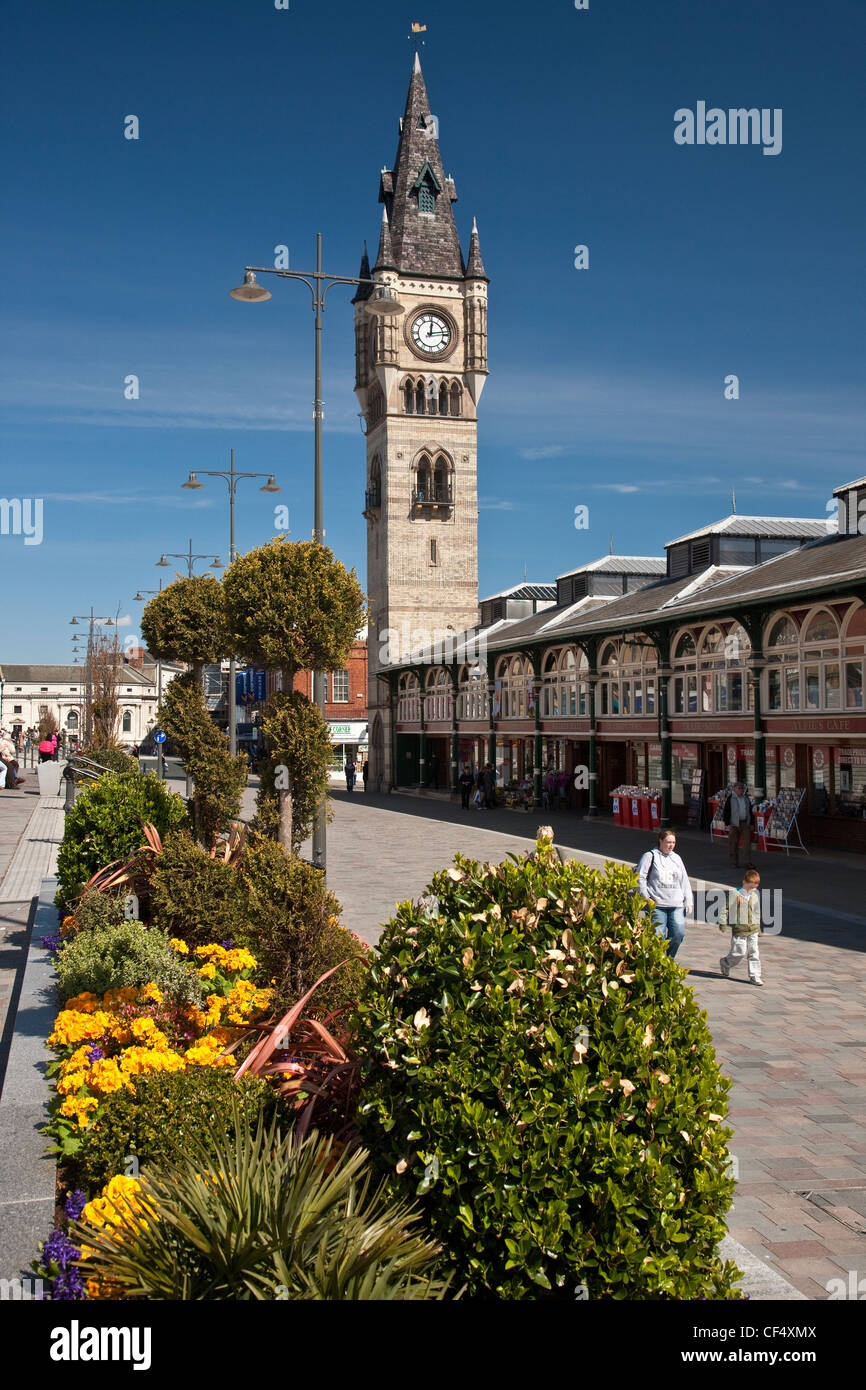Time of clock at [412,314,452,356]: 12:13
